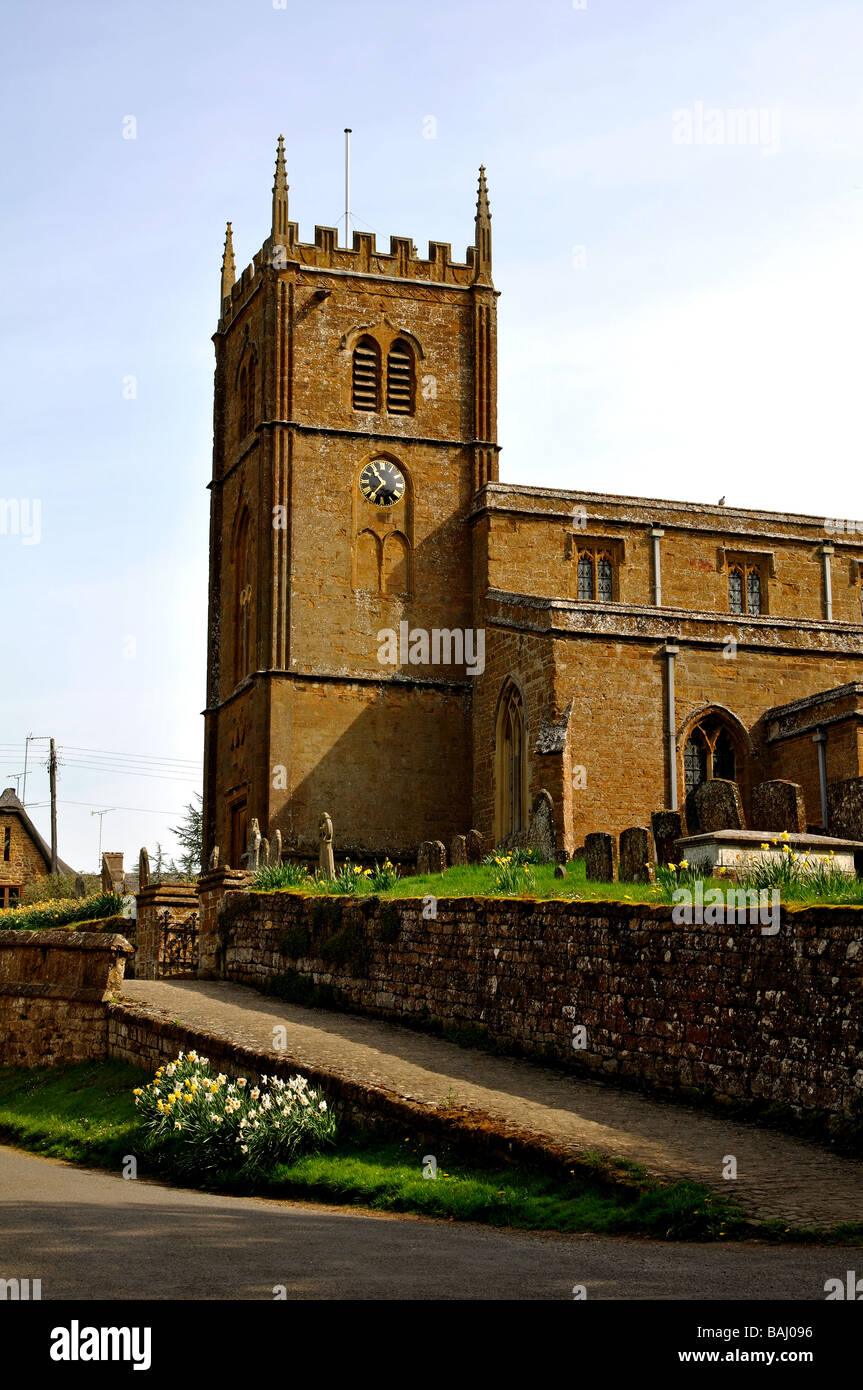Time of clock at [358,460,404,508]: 10:36
